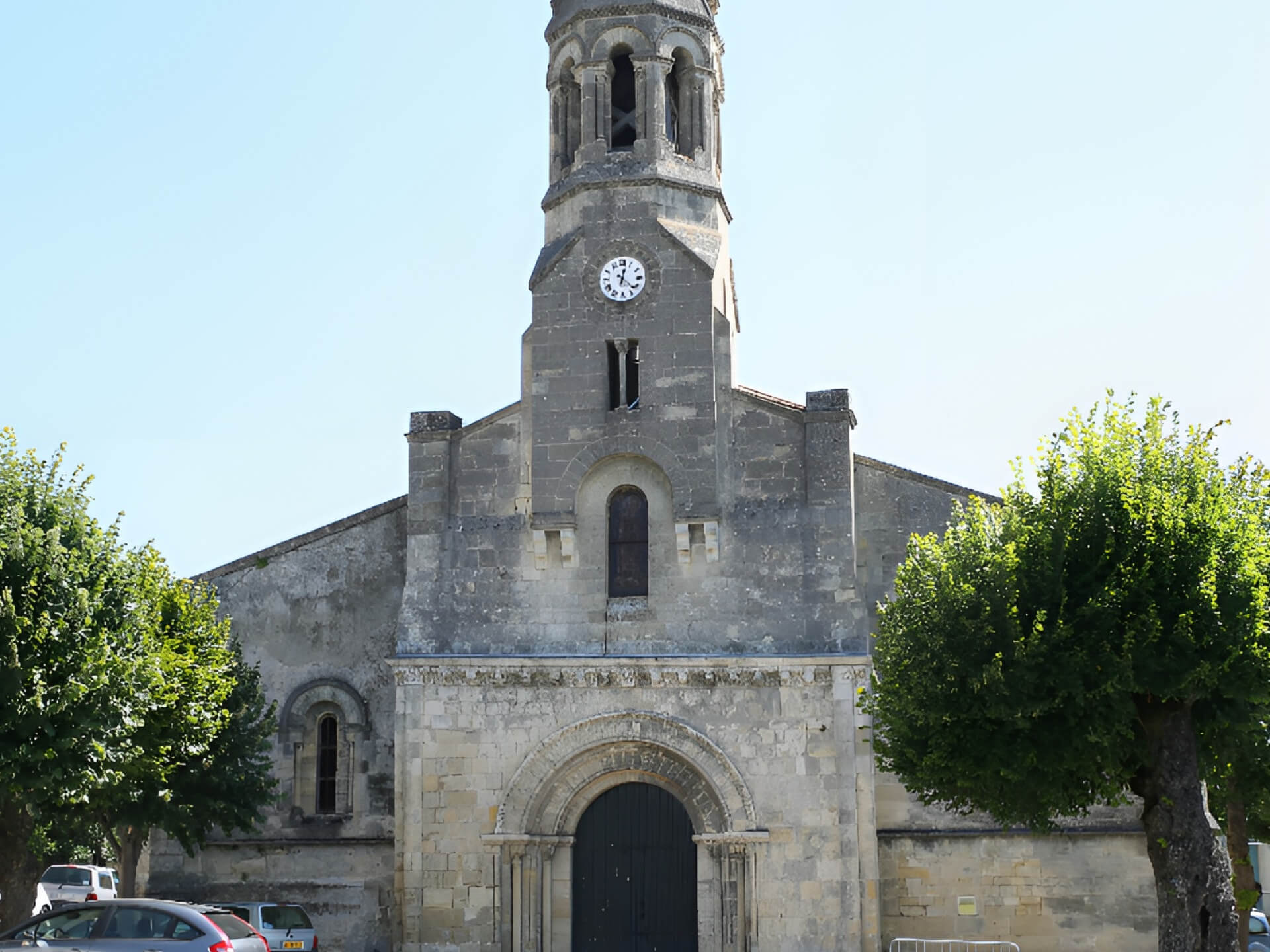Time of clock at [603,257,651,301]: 12:22
